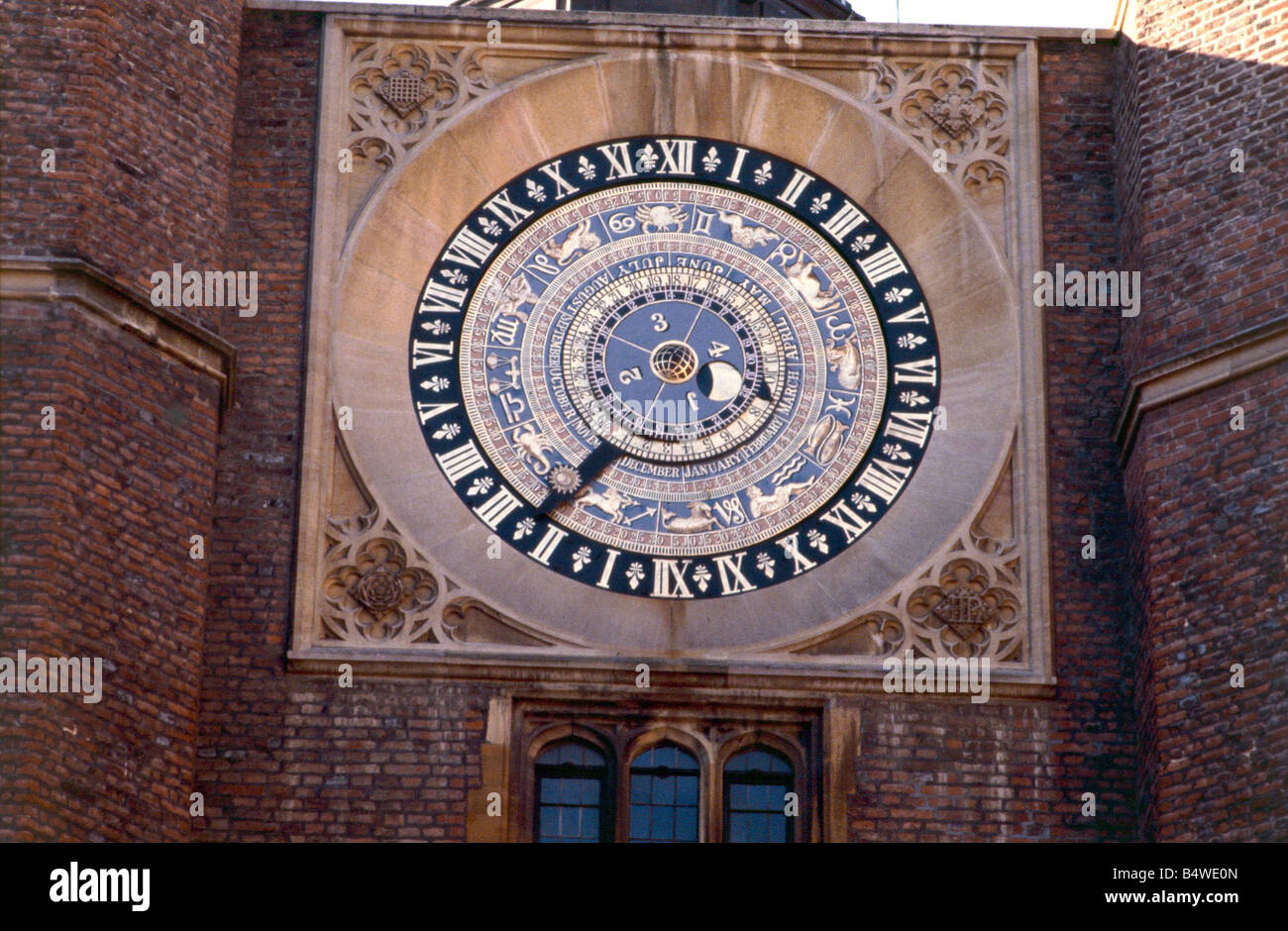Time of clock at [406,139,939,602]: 3:36
